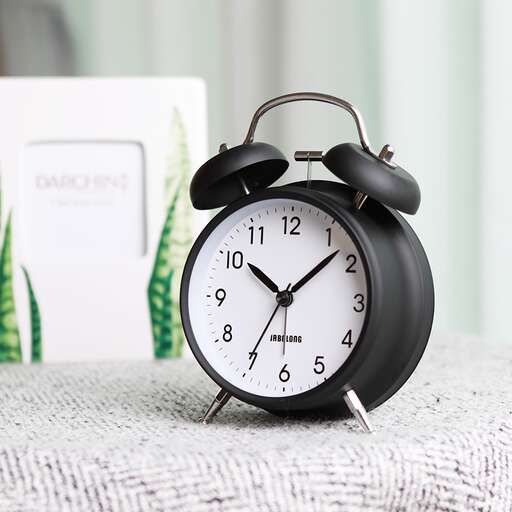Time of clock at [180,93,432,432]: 10:07
